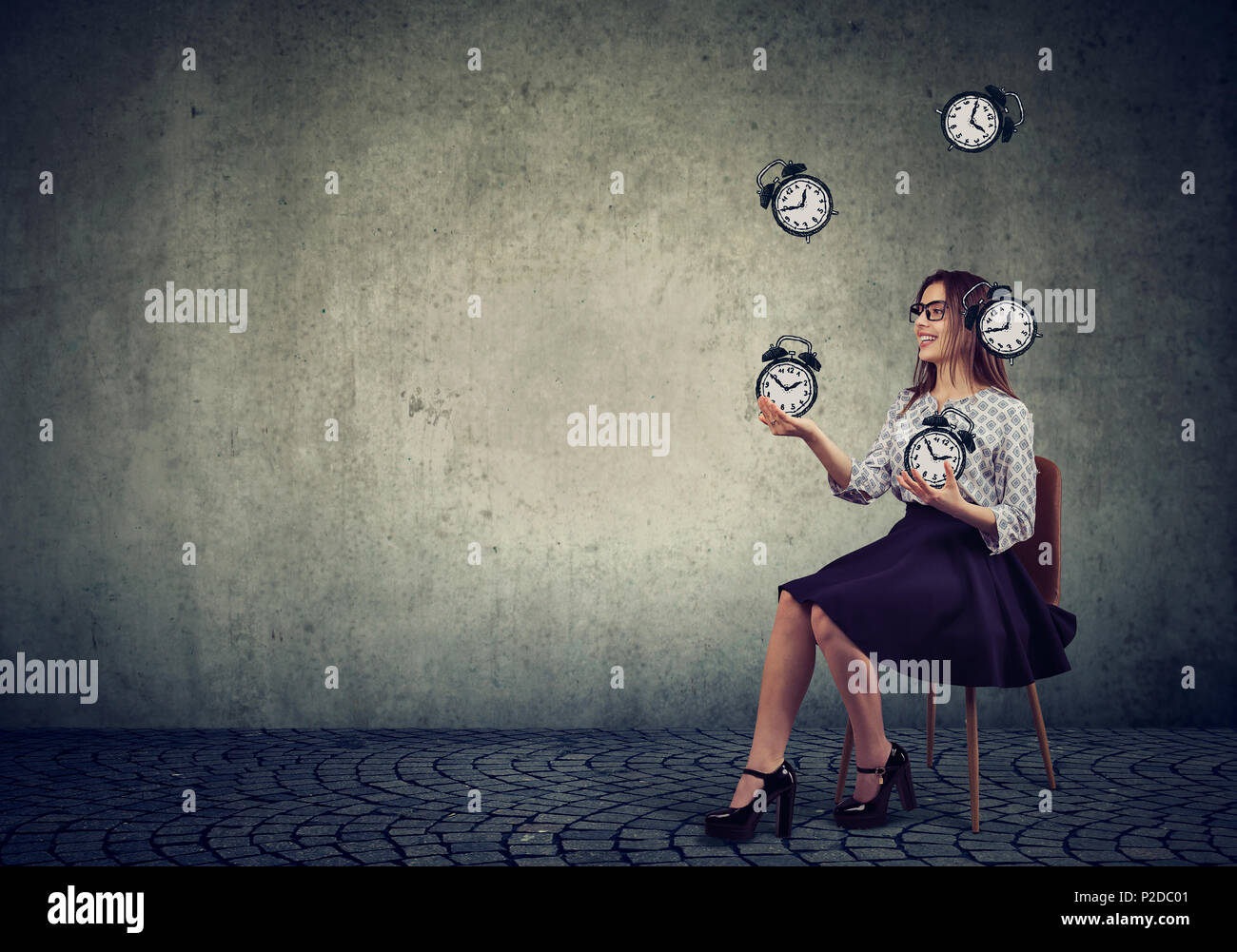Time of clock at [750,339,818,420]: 1:50
